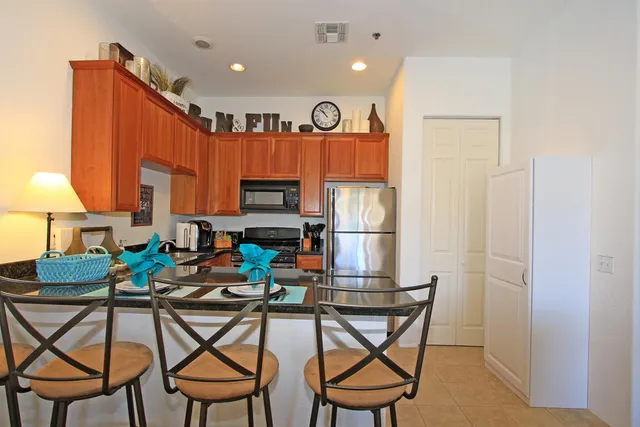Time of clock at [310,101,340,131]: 10:52
